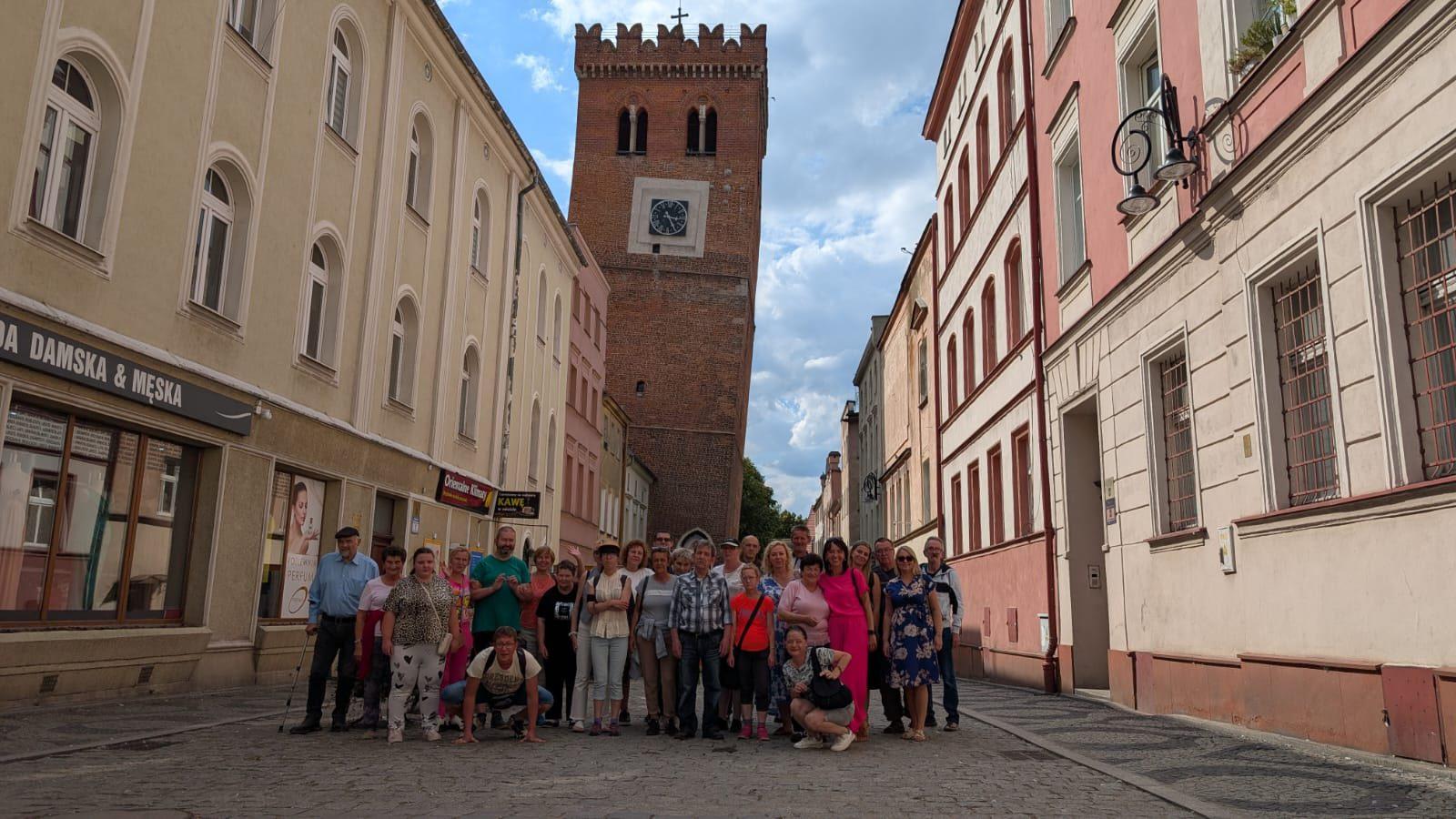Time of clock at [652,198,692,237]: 3:25
